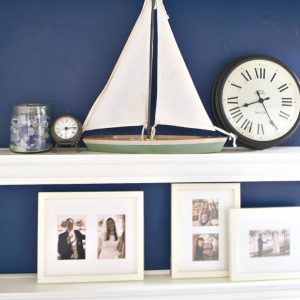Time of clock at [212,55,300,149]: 8:25
